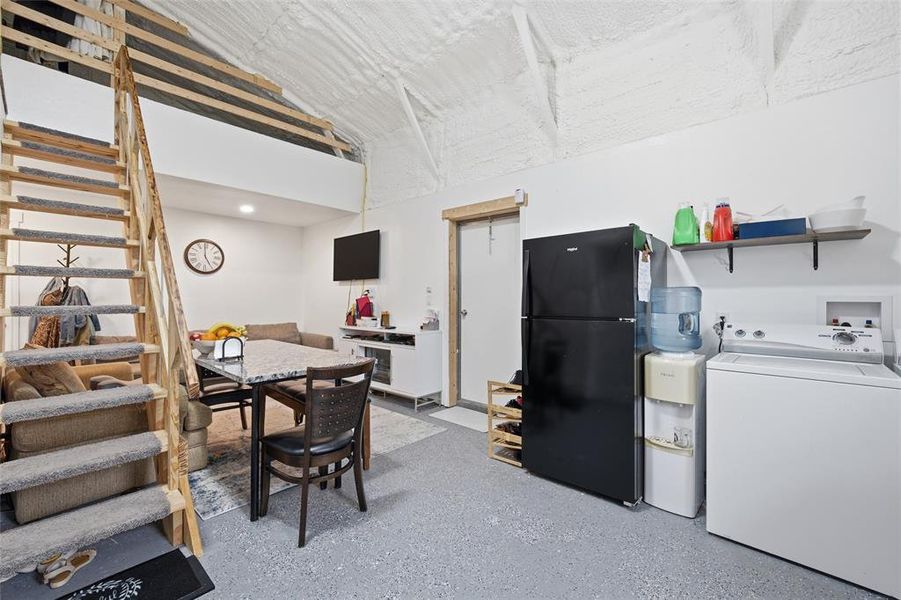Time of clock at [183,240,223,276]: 4:59
